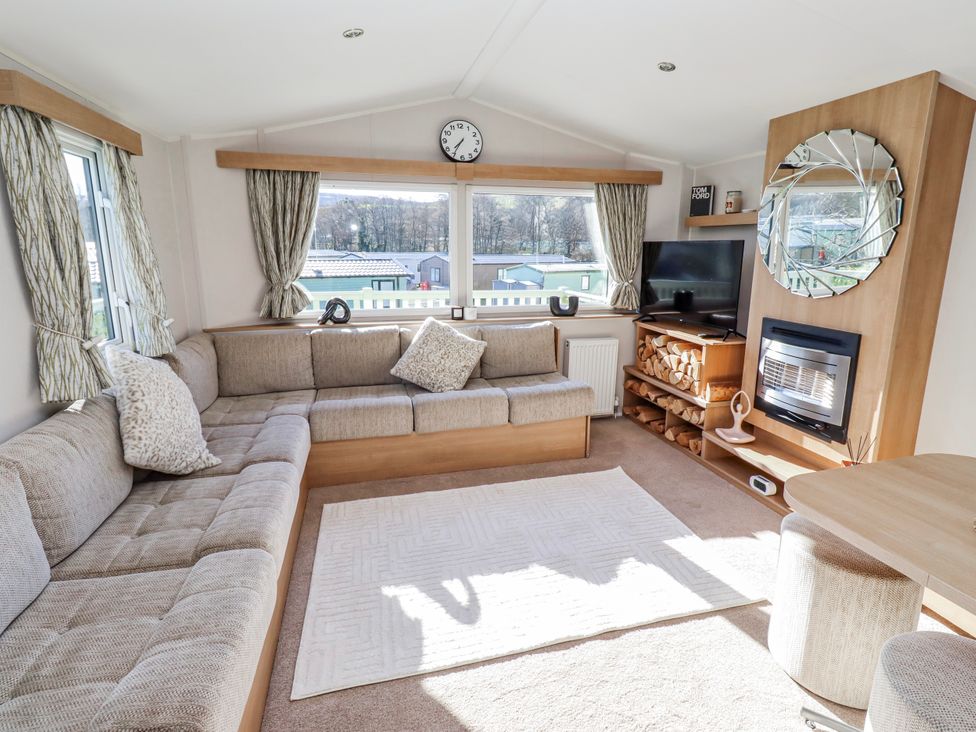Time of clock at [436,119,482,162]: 7:35
